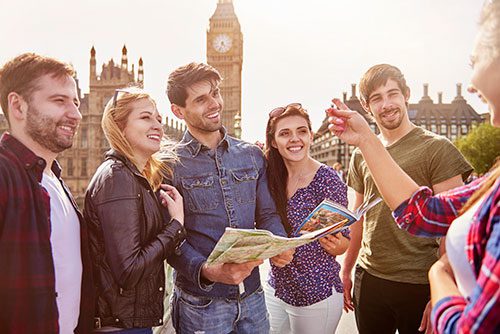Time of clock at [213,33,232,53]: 4:33
